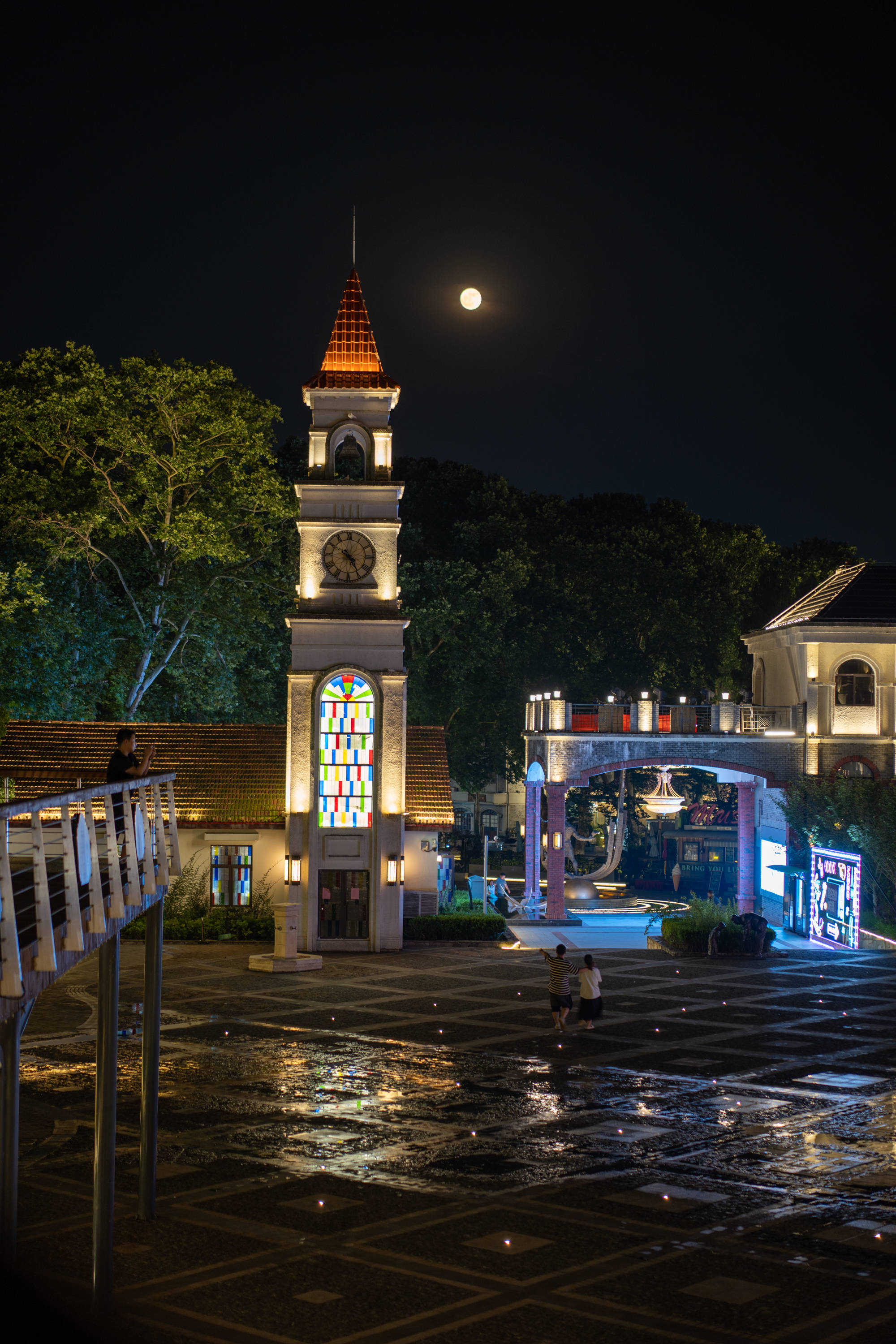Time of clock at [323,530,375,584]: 4:50
